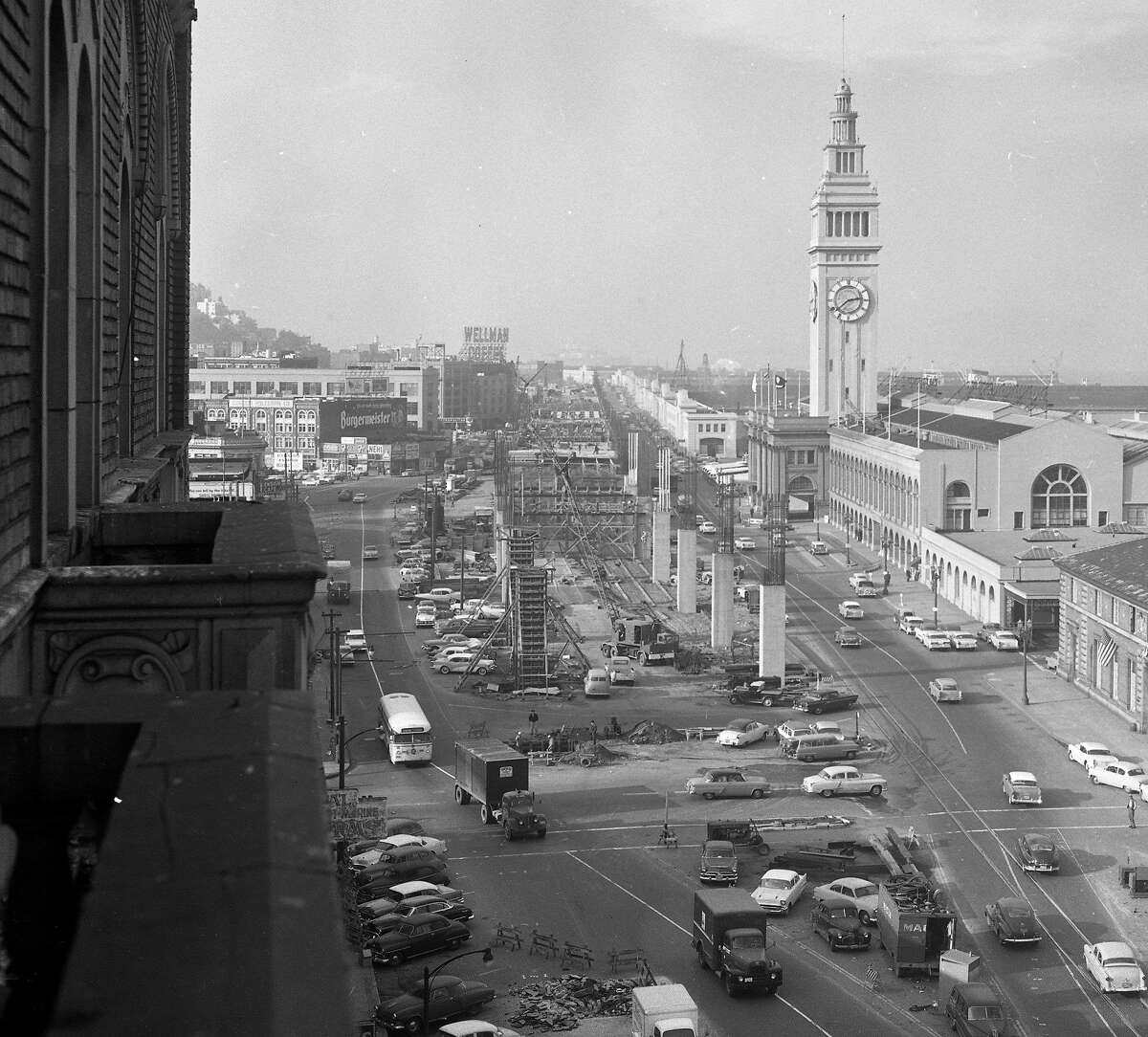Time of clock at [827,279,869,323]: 2:38
